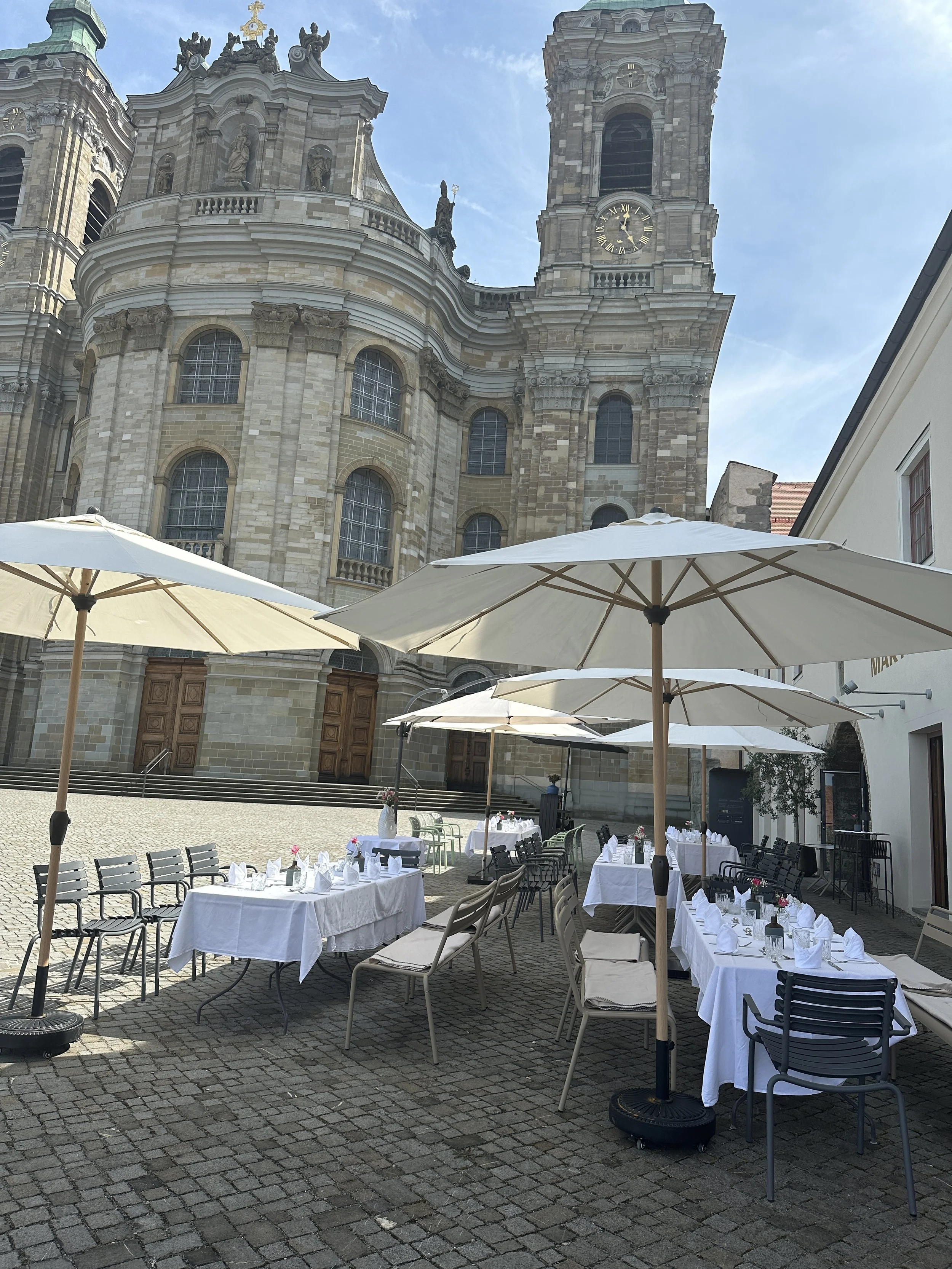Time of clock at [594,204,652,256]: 12:24
